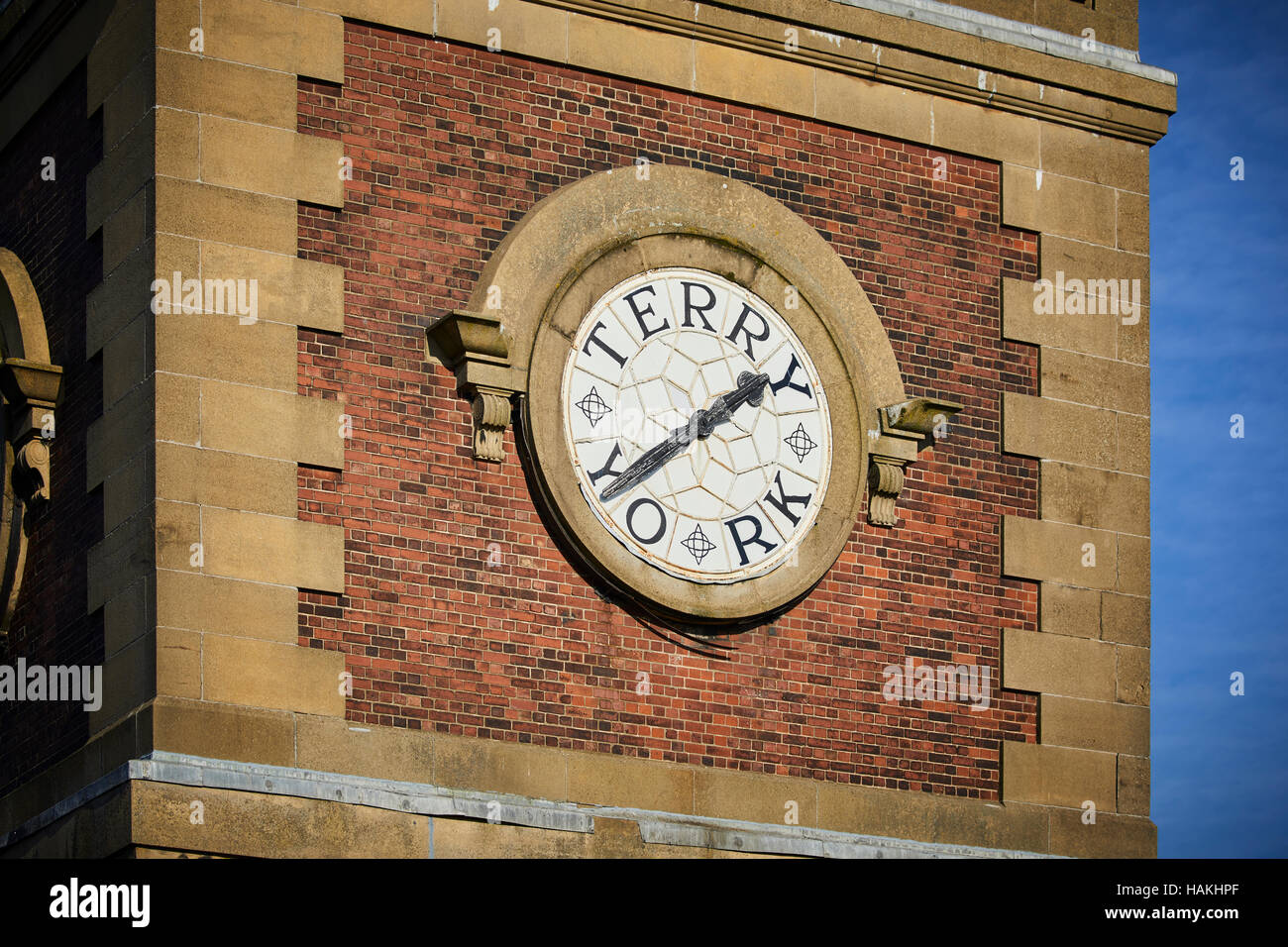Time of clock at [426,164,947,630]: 1:38
